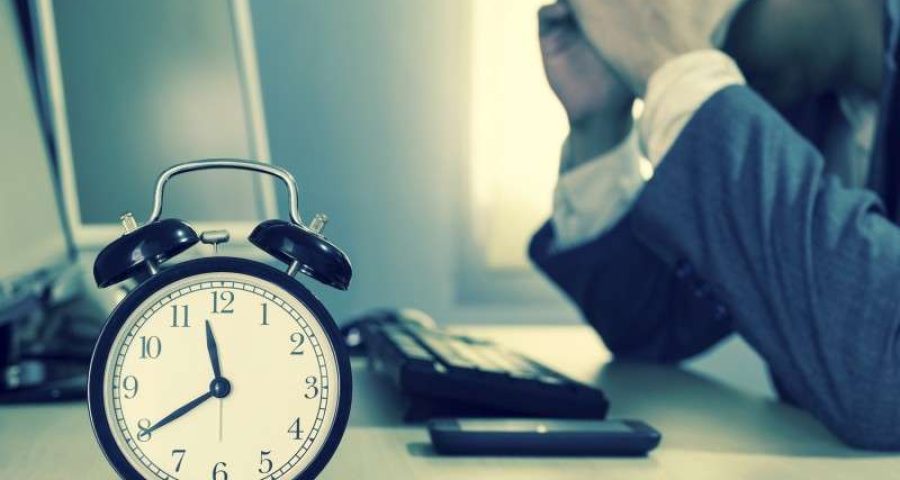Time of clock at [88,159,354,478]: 11:39
